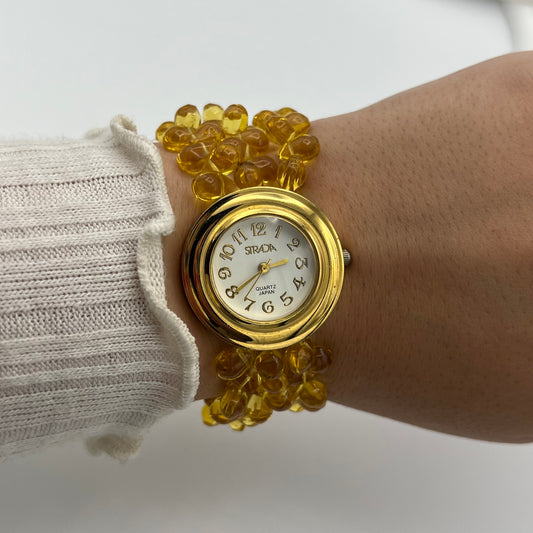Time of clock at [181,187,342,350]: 2:39
